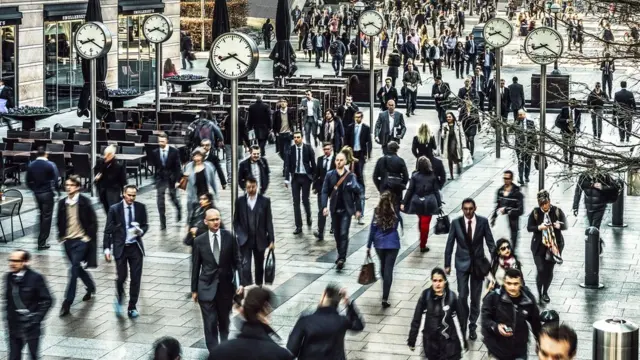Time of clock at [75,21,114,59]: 8:20
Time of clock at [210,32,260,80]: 8:20
